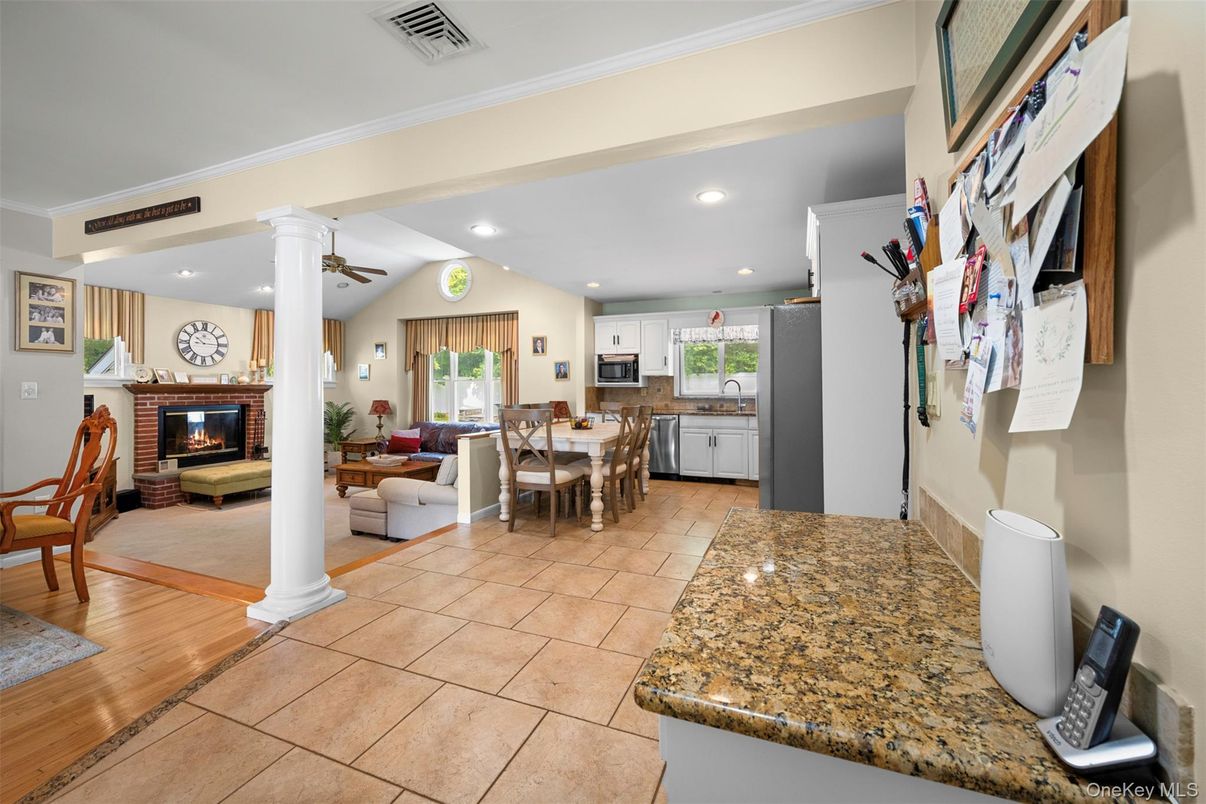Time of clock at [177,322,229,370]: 10:15
